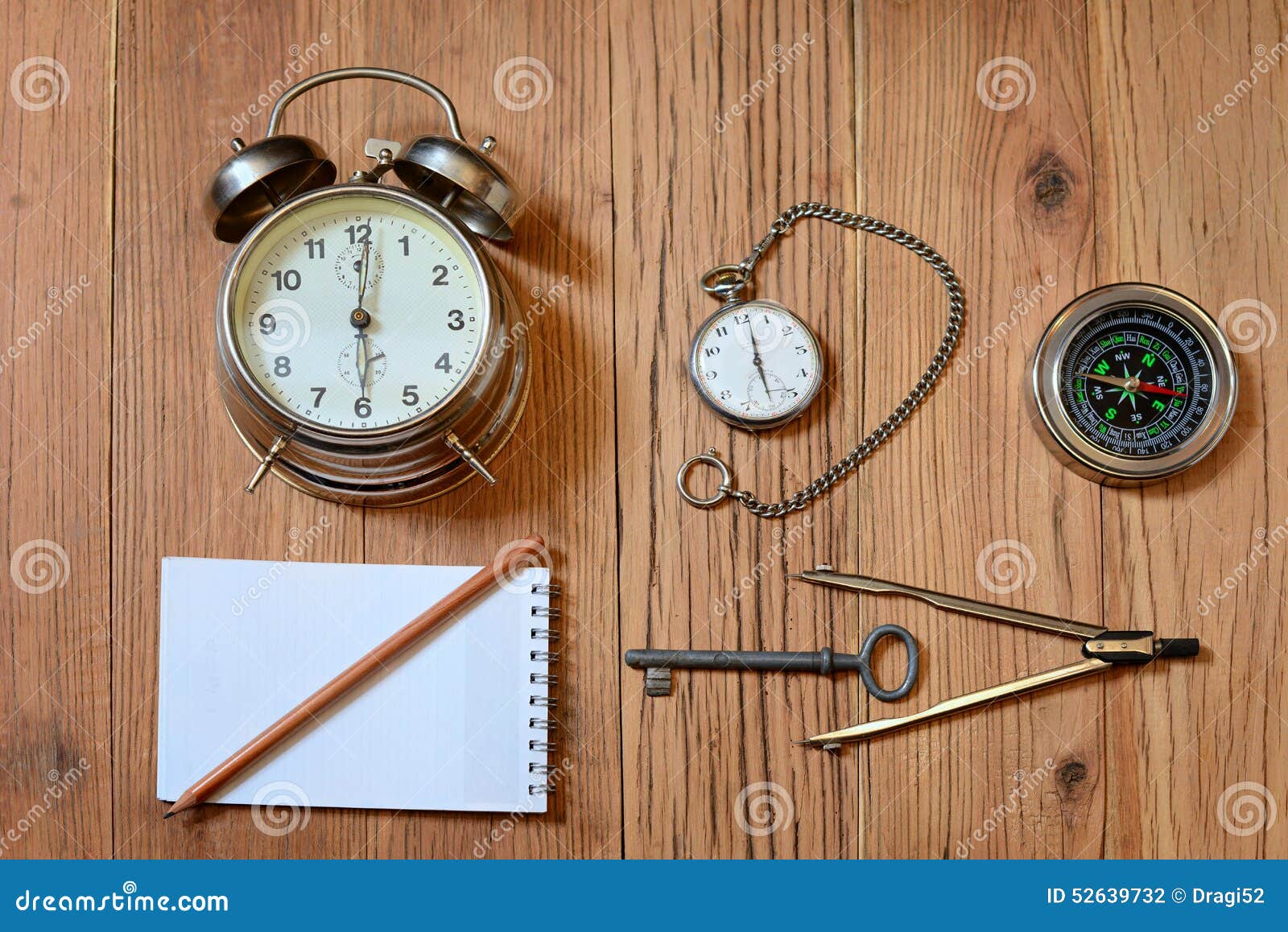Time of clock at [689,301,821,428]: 6:01
